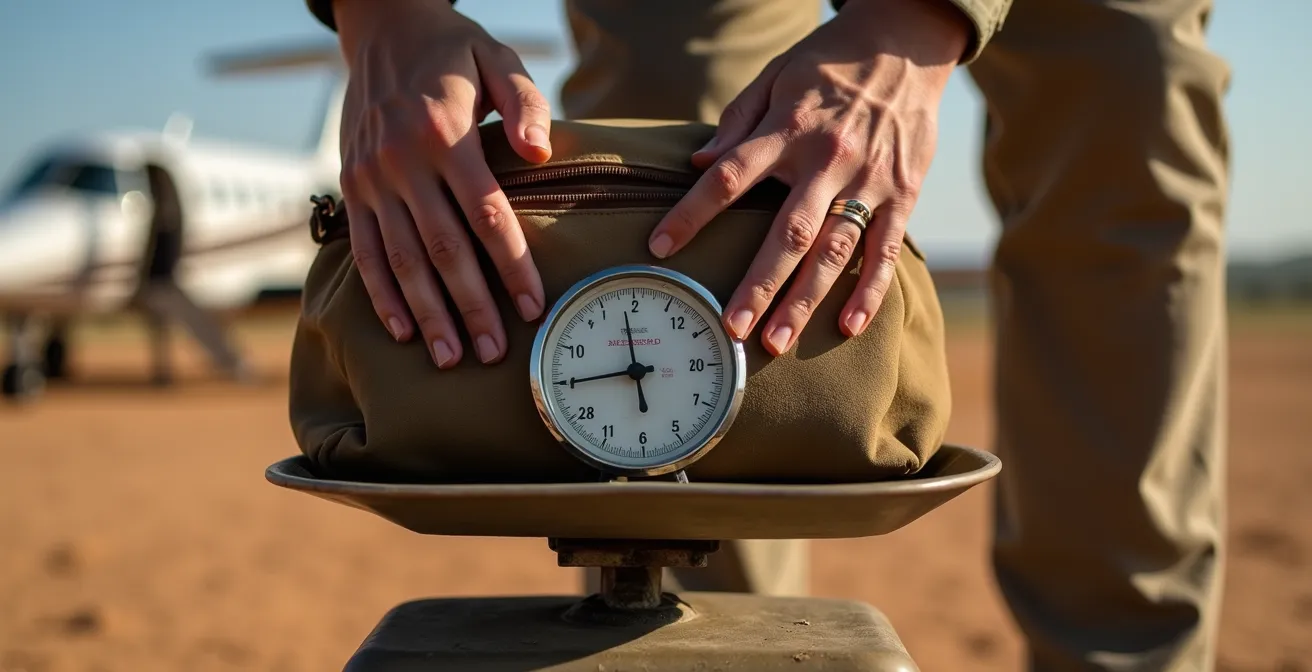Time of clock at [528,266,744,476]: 11:45
